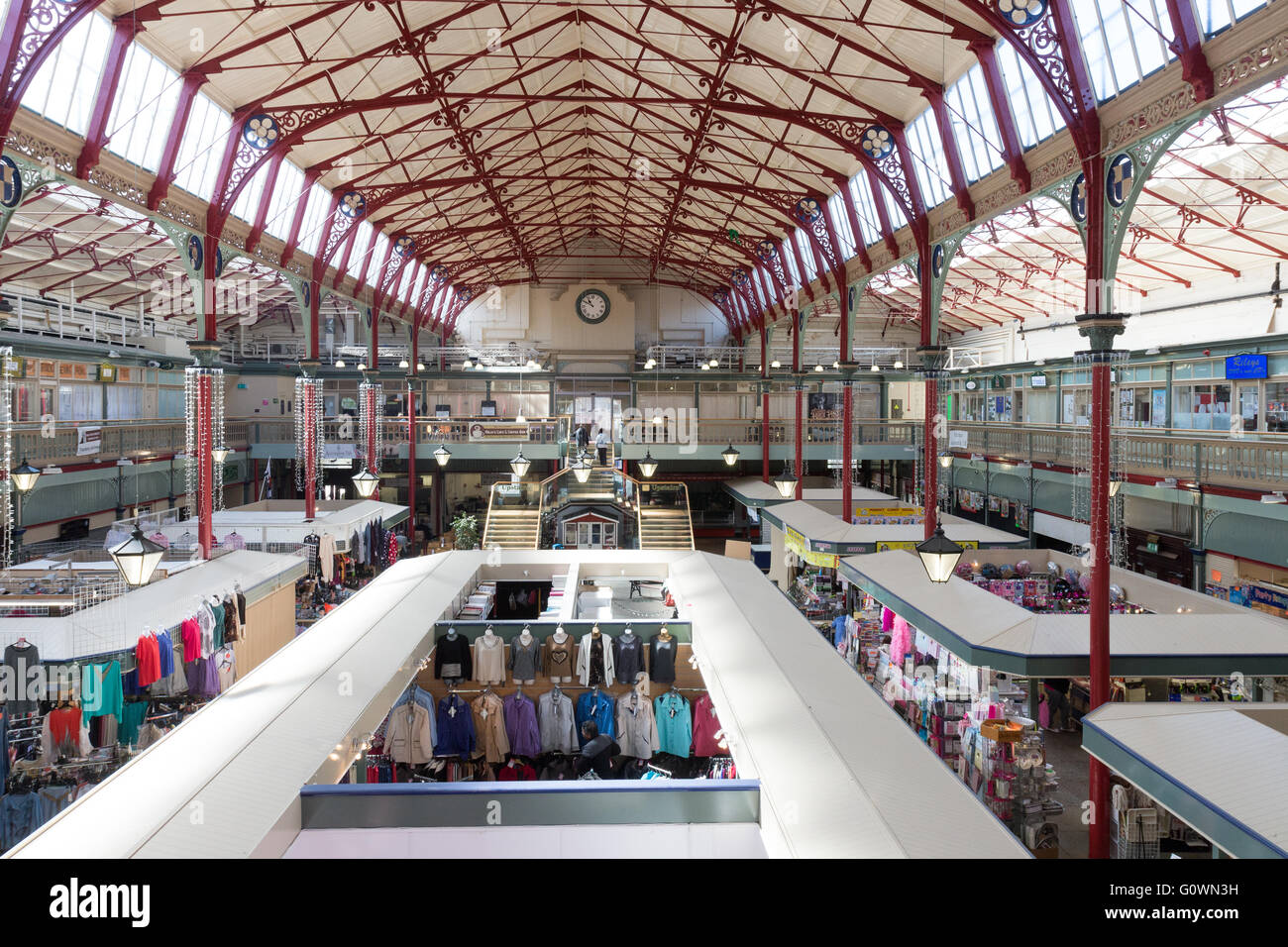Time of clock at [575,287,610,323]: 10:49
